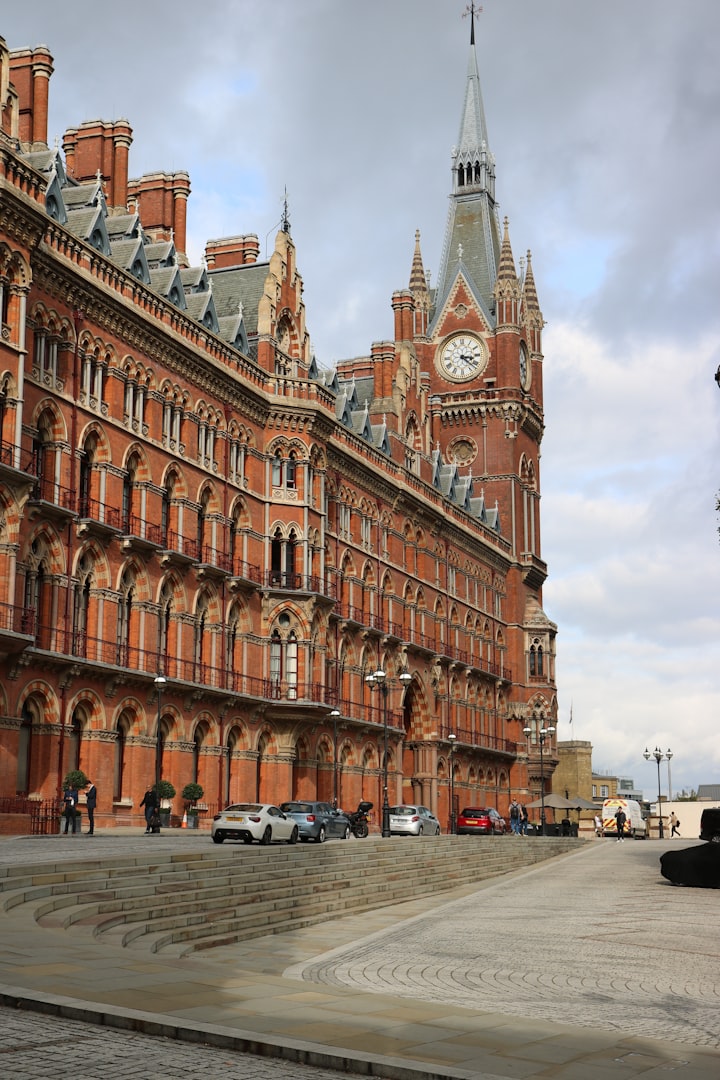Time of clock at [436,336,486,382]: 3:21
